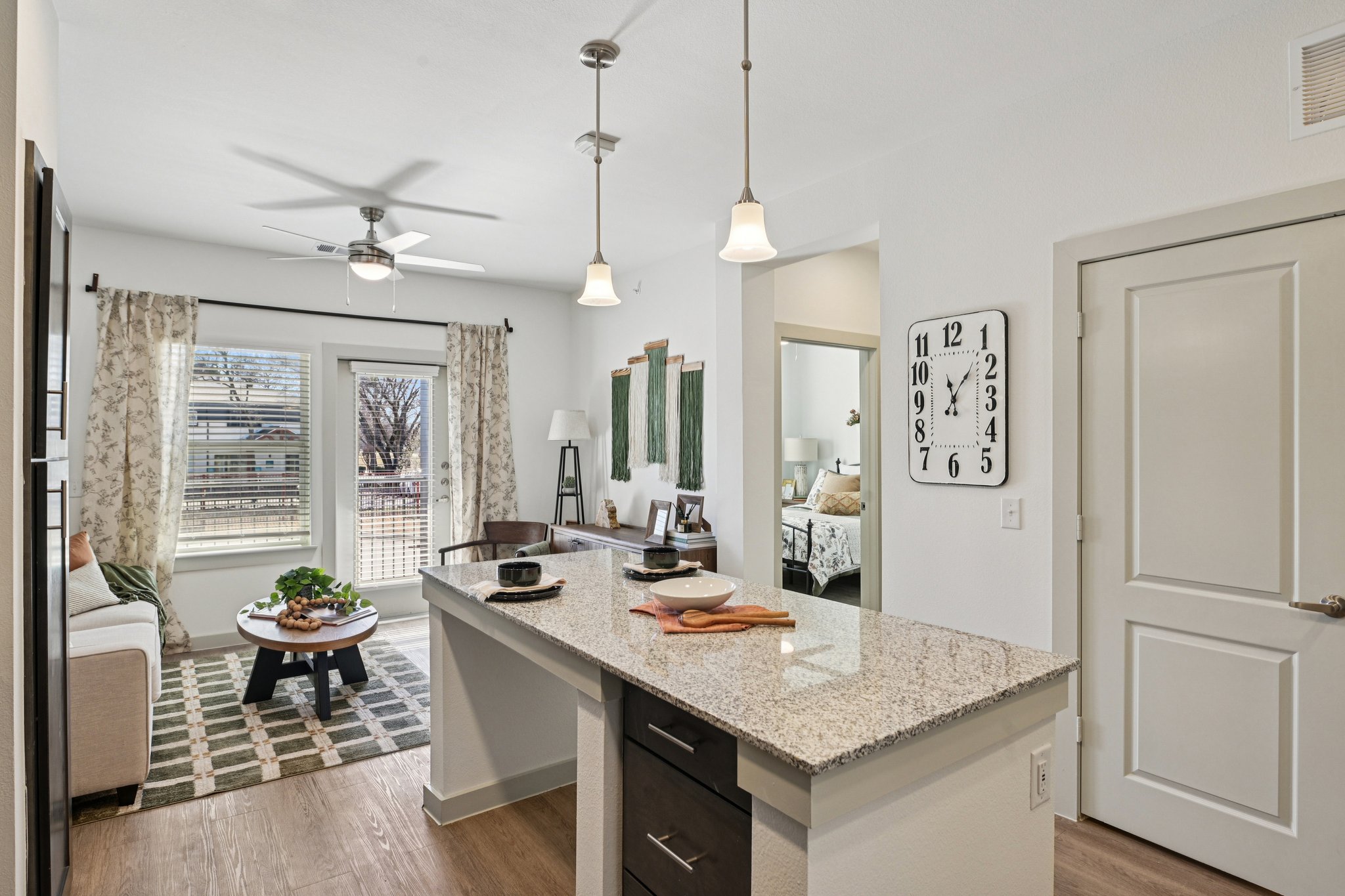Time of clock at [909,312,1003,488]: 11:07
